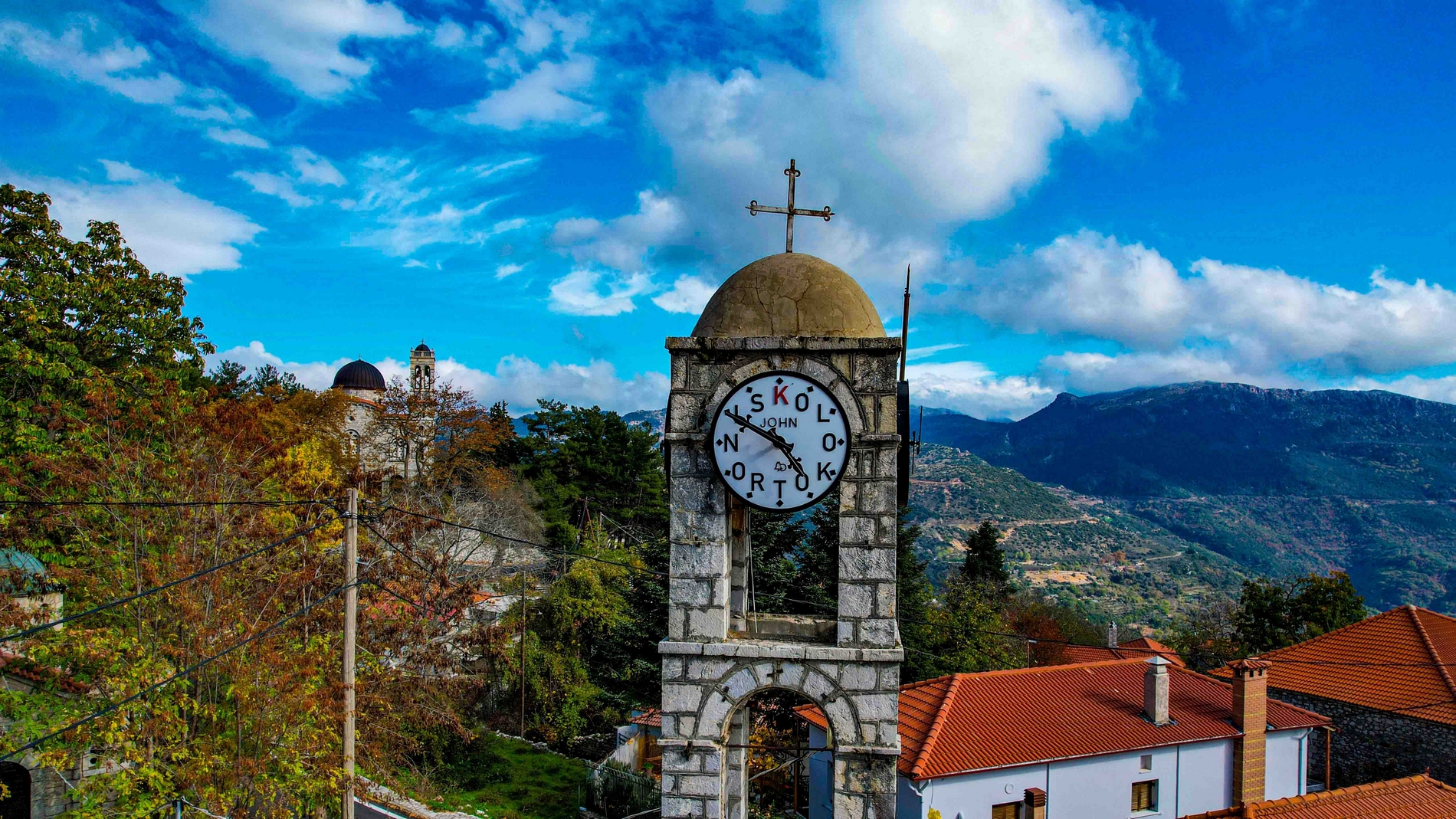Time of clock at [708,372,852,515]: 4:49
